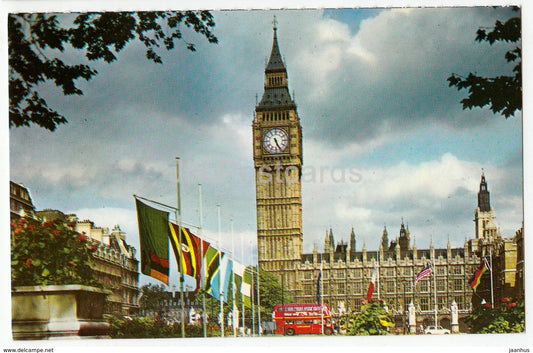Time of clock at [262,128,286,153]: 5:26
